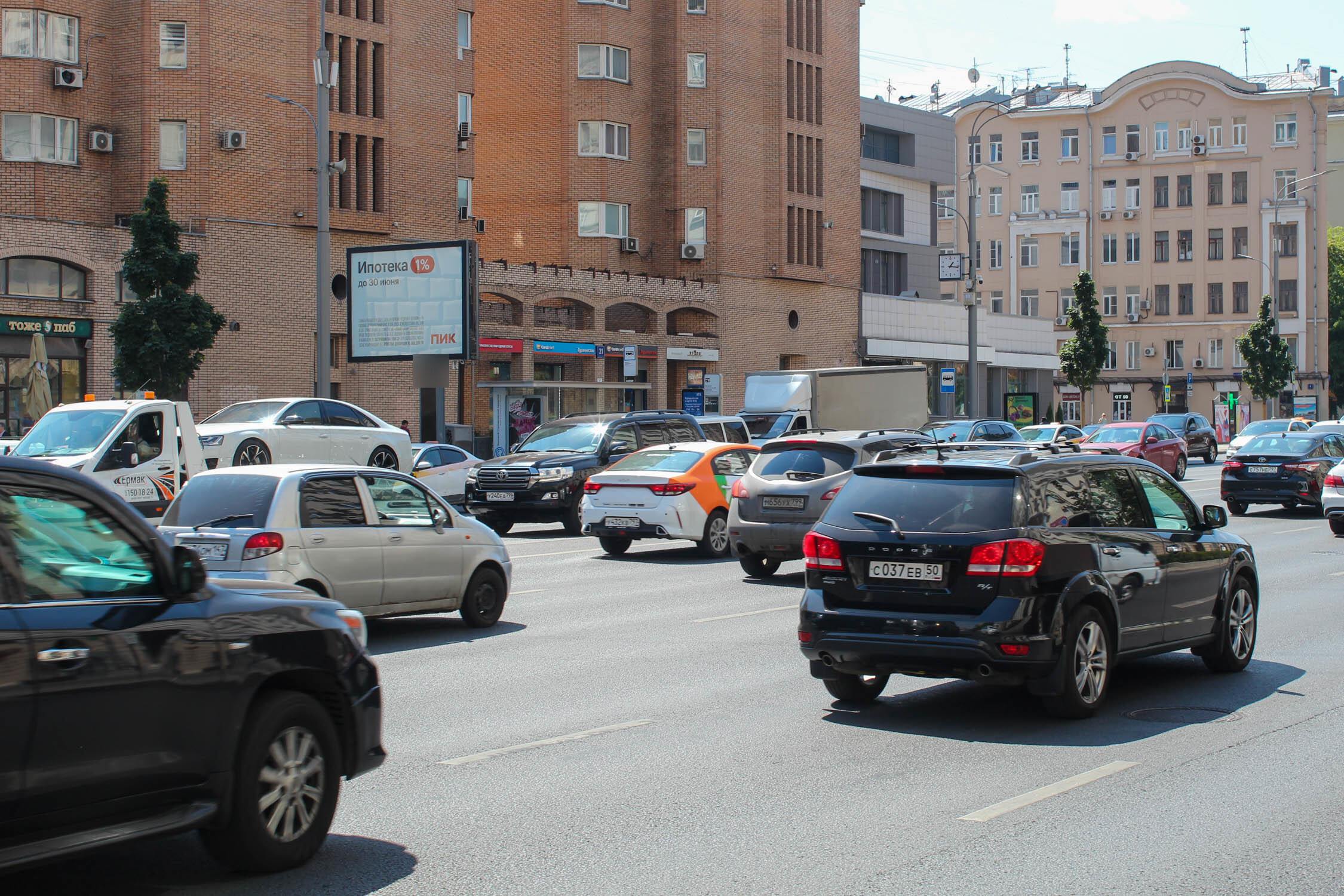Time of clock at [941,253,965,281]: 1:16
